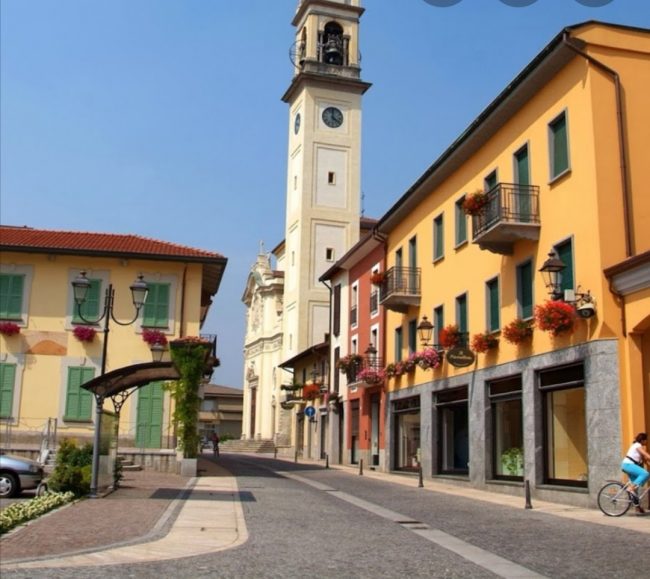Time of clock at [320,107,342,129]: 4:00
